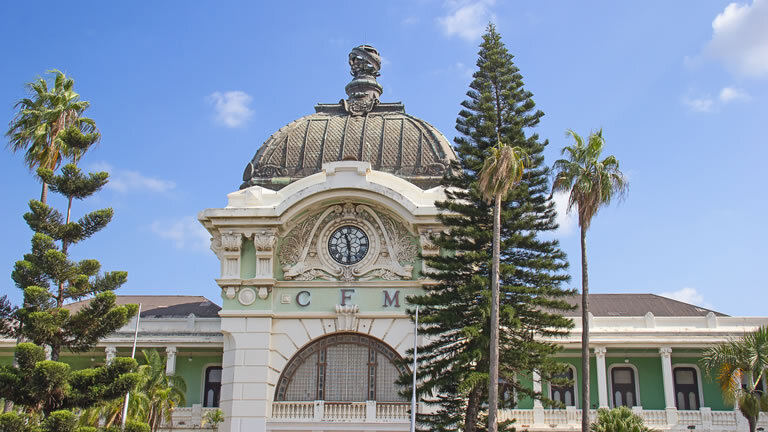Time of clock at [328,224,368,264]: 11:29
